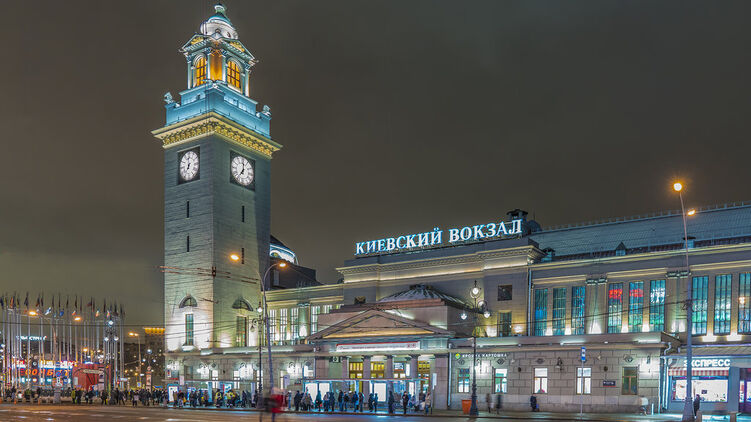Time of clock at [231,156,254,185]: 7:00
